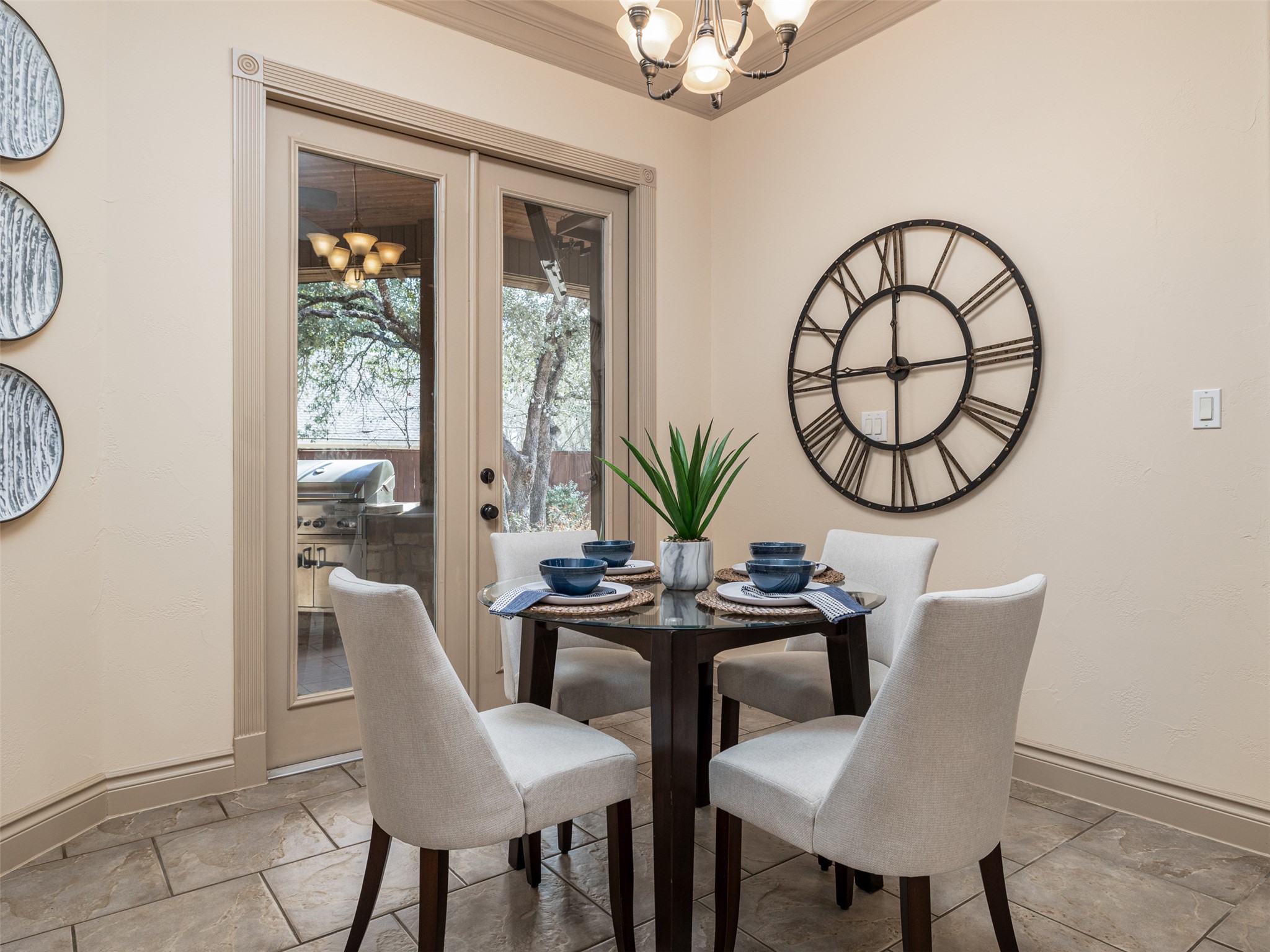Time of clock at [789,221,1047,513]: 9:00
